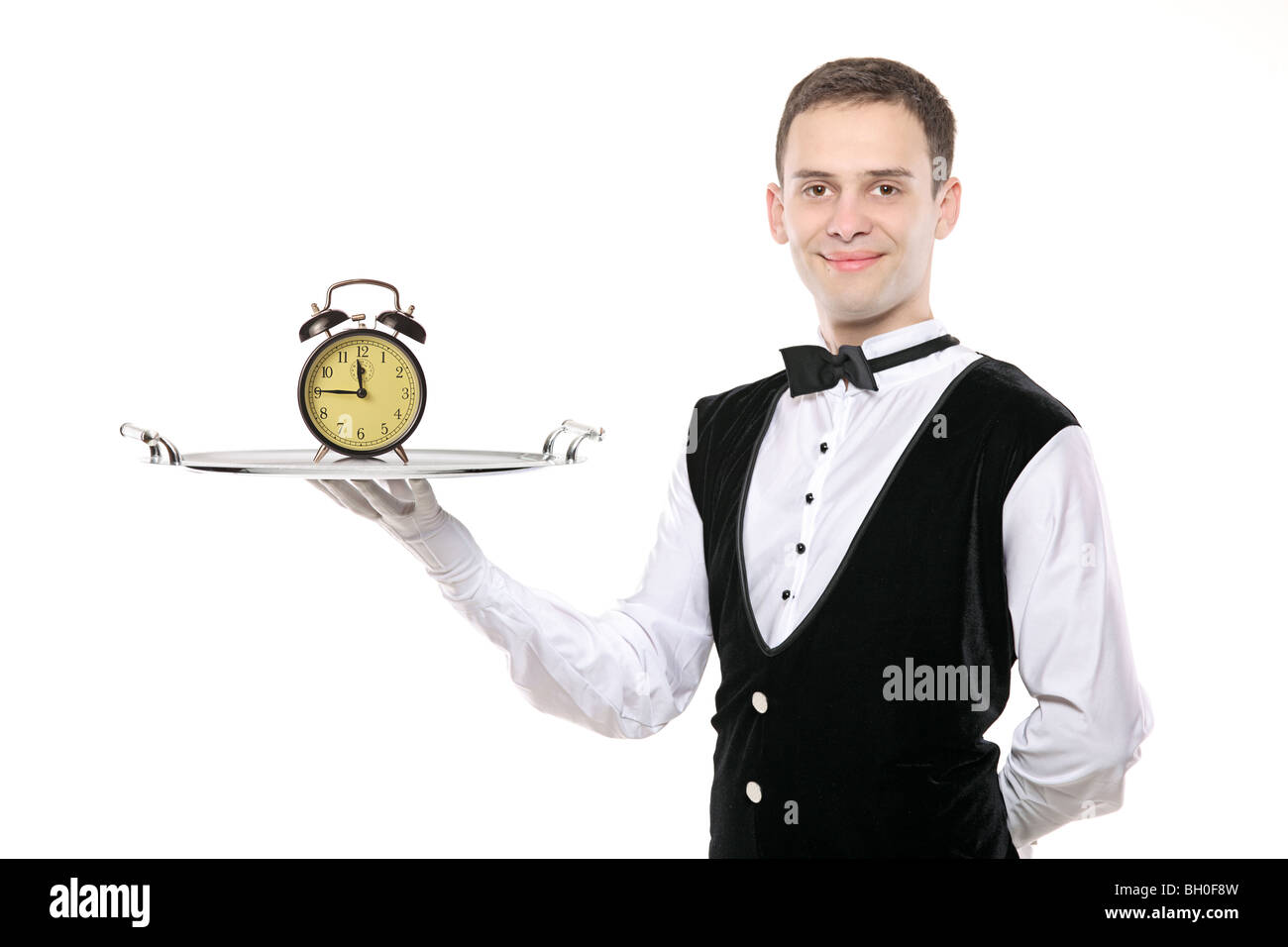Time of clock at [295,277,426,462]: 11:45
